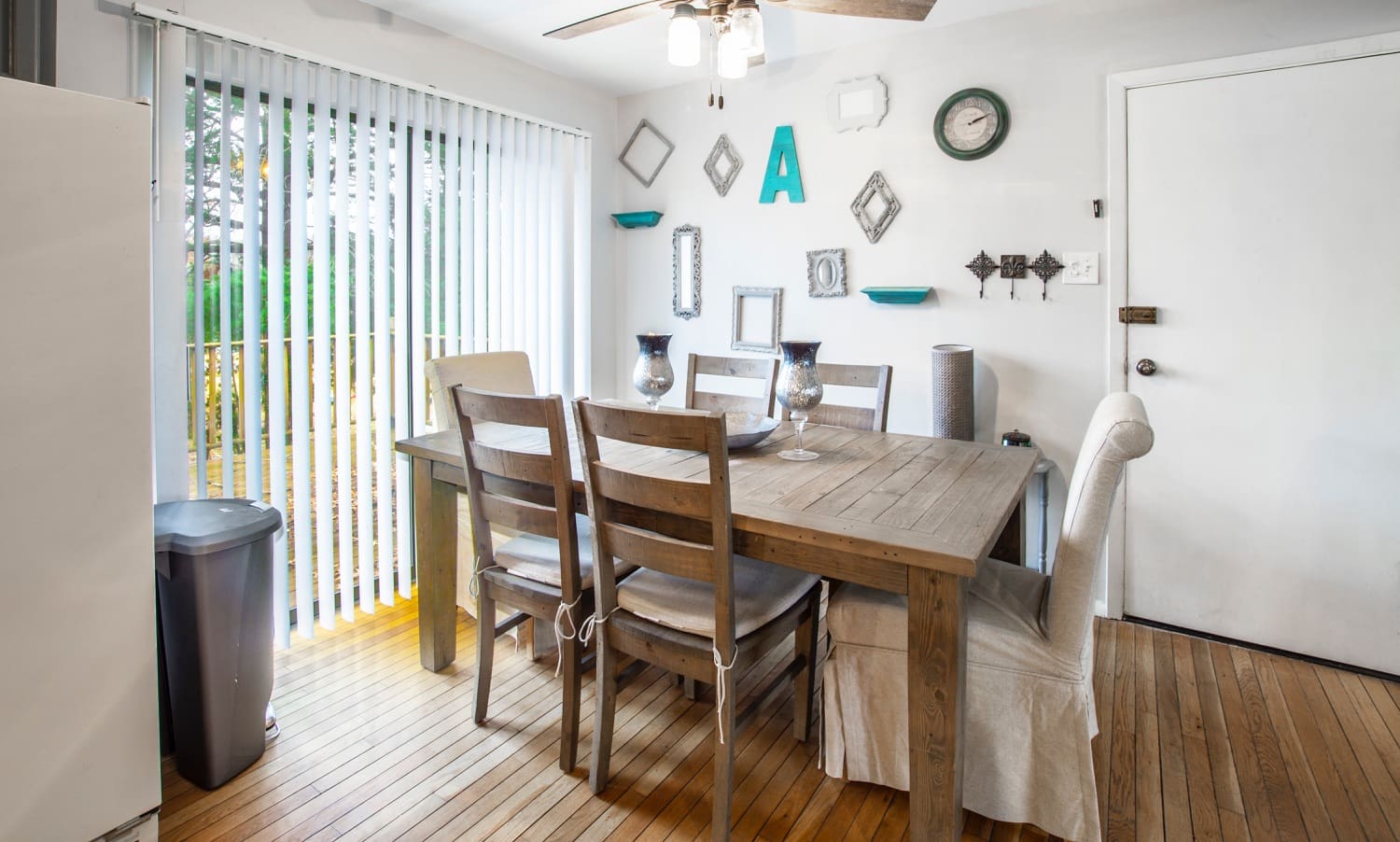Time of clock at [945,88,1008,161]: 2:11
